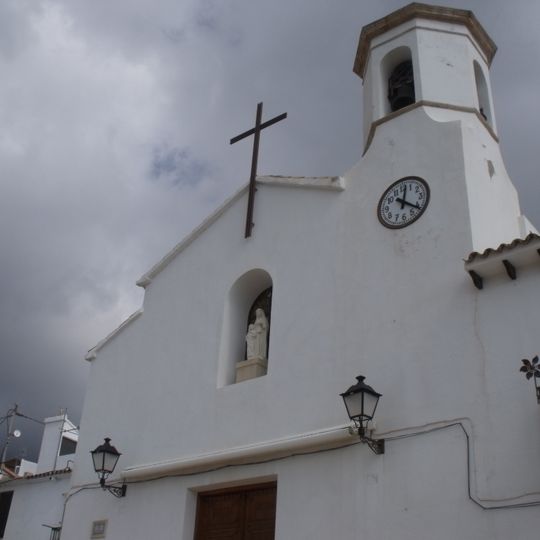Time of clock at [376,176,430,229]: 12:21
